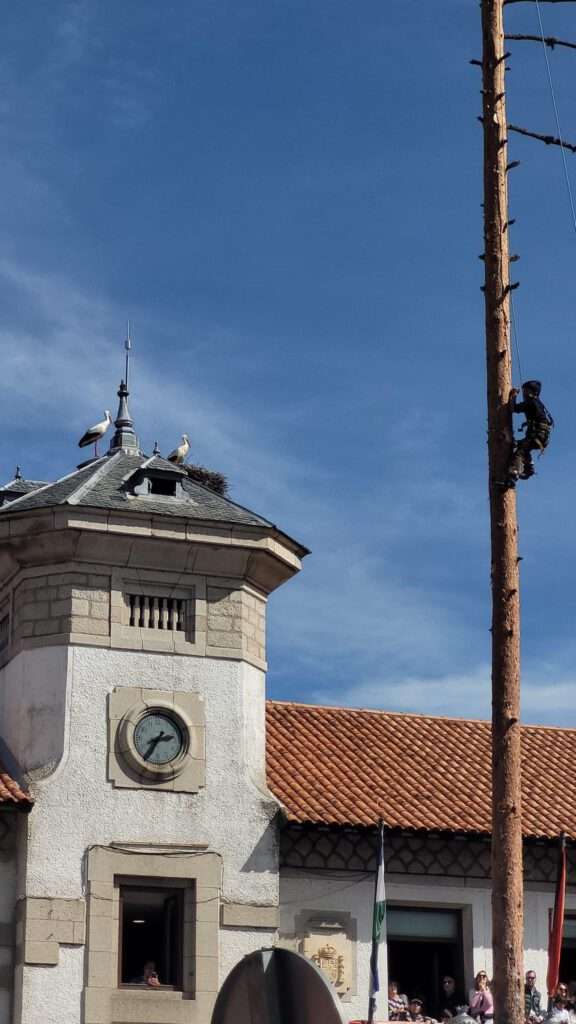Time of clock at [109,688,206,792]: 2:35
